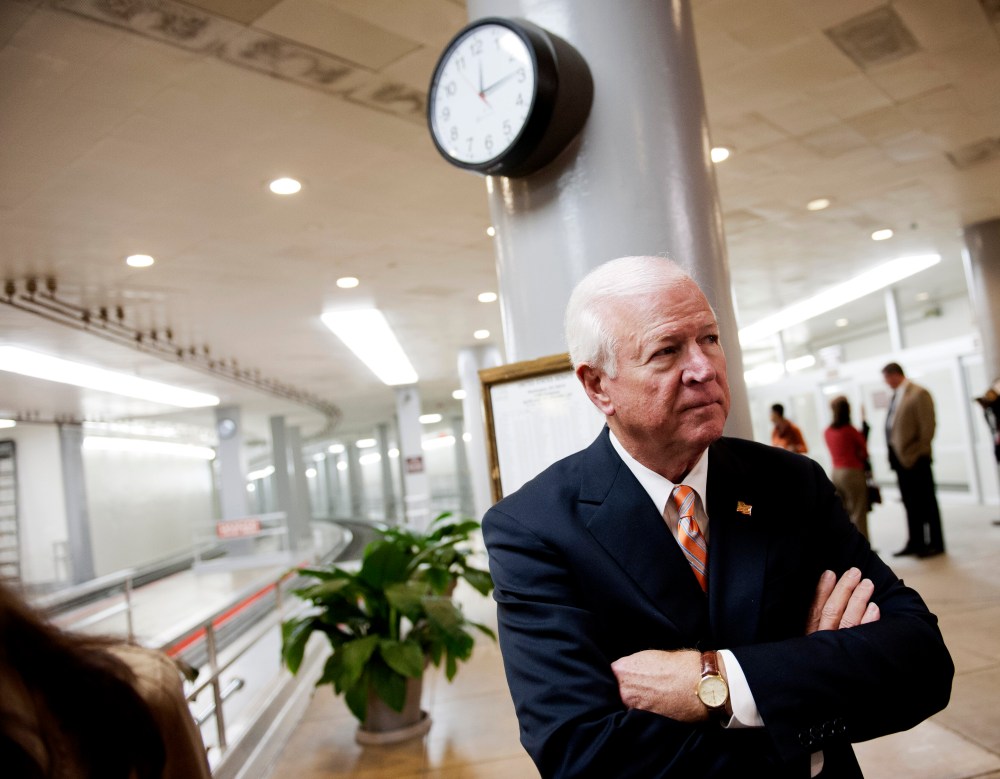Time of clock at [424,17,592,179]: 12:14
